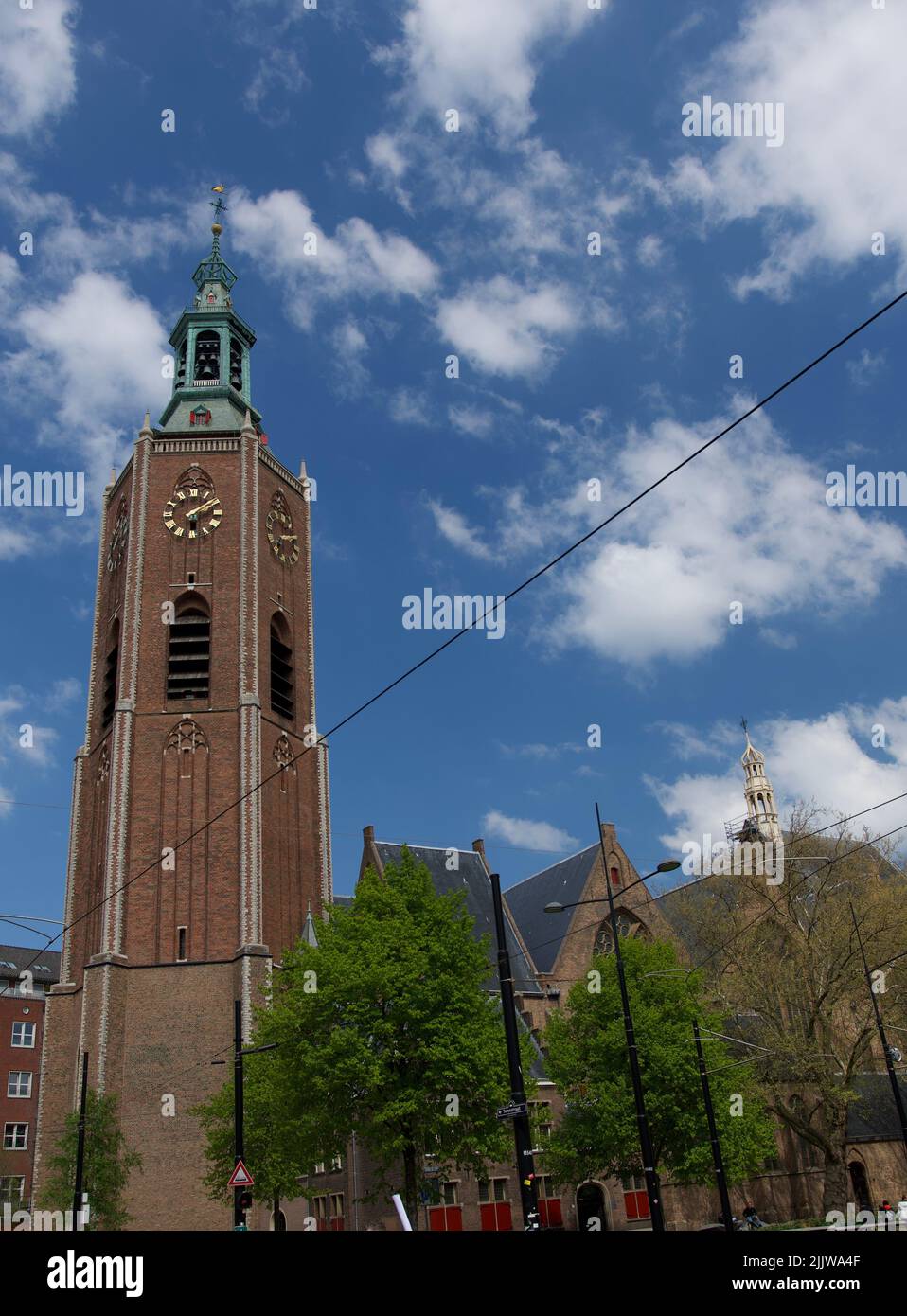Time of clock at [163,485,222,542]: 2:09
